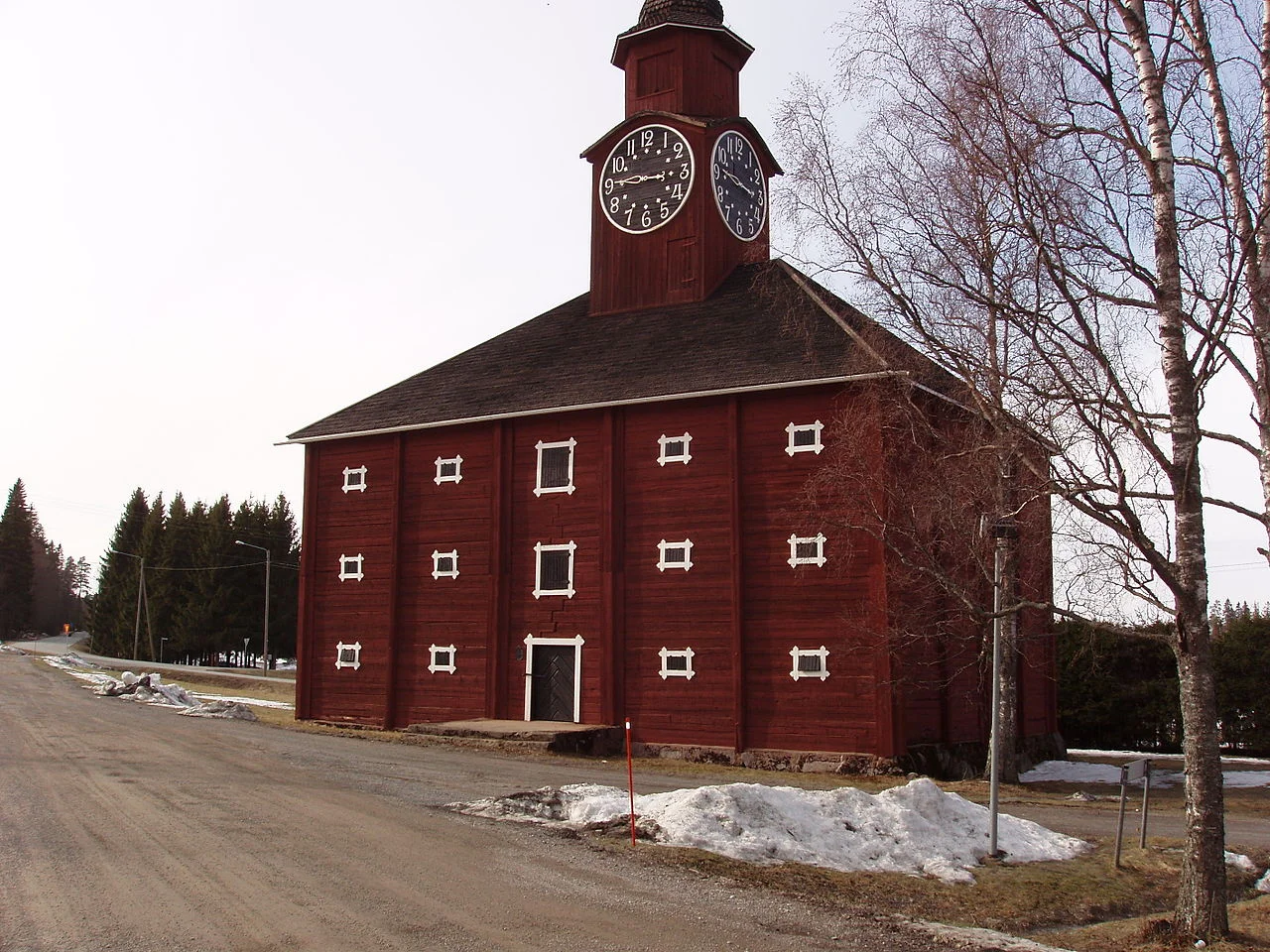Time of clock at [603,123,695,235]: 2:45
